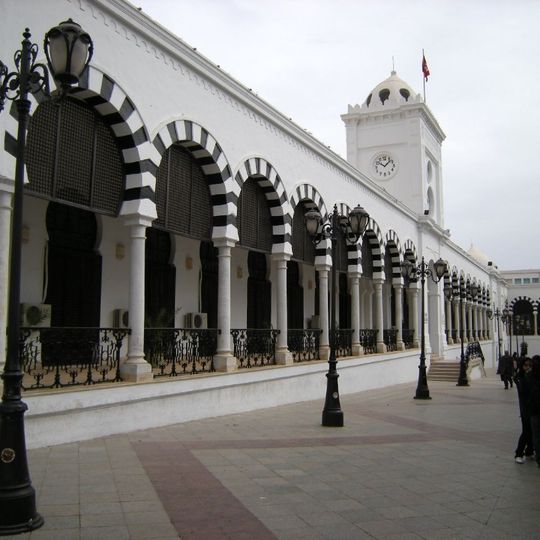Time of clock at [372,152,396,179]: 10:07
